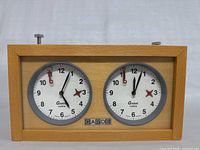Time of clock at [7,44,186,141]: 5:03
